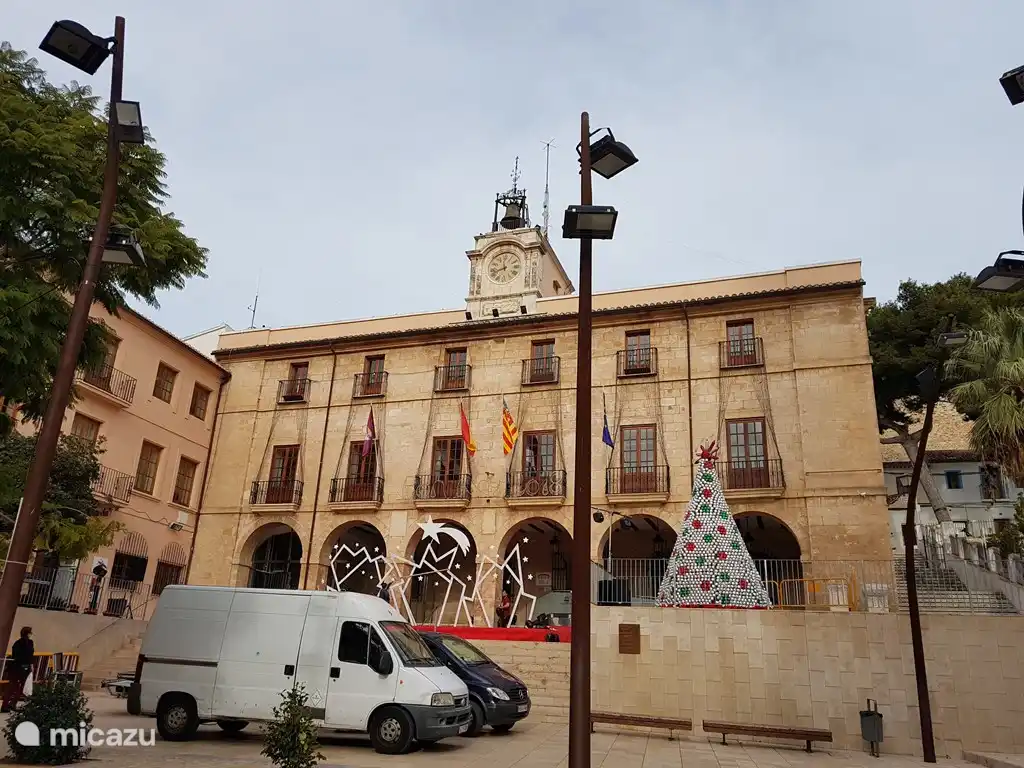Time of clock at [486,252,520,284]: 11:41
